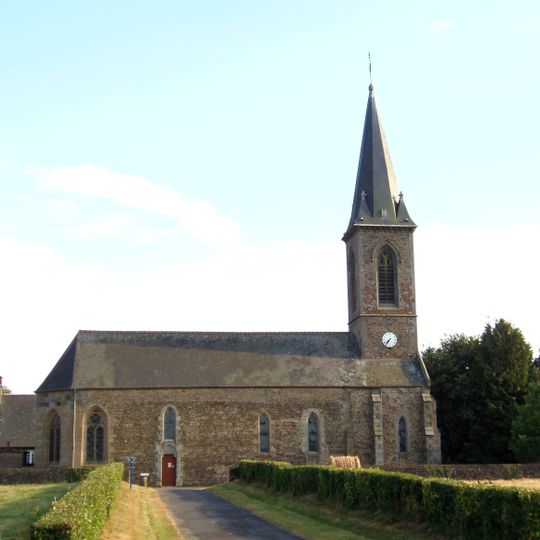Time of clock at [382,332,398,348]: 7:36
